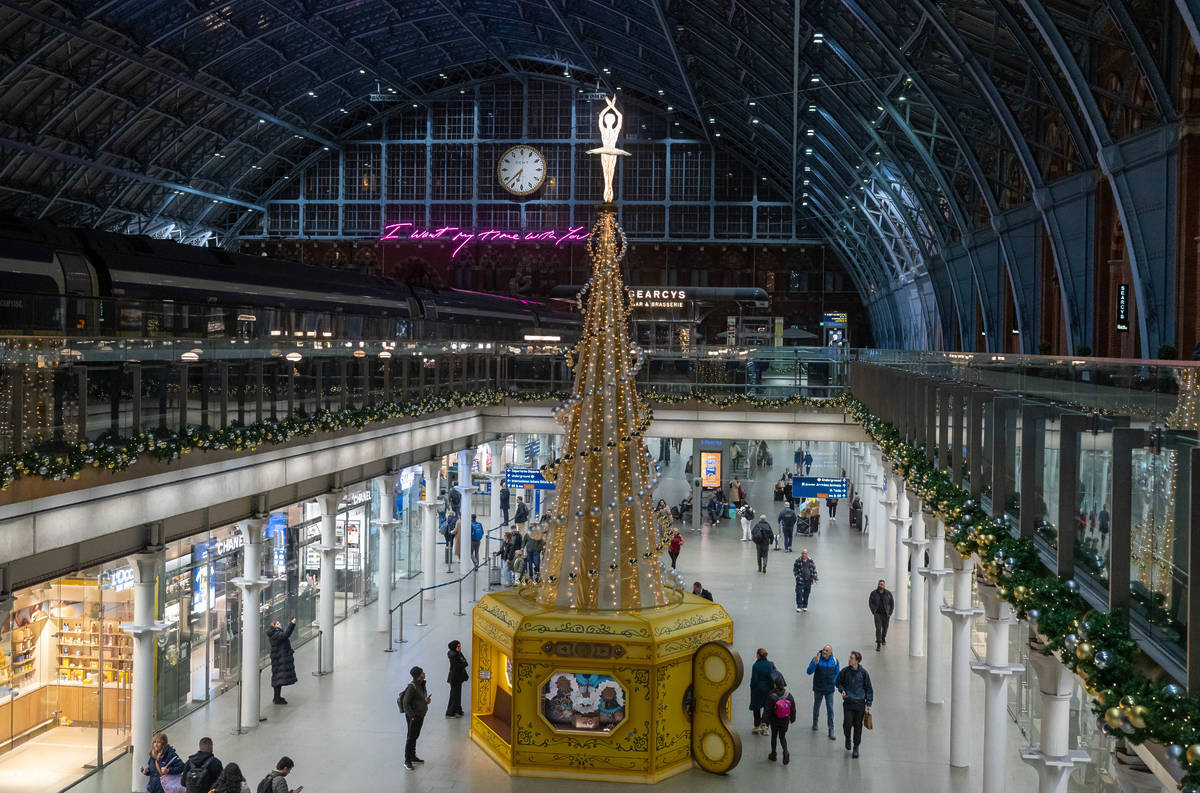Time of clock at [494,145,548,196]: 6:37
